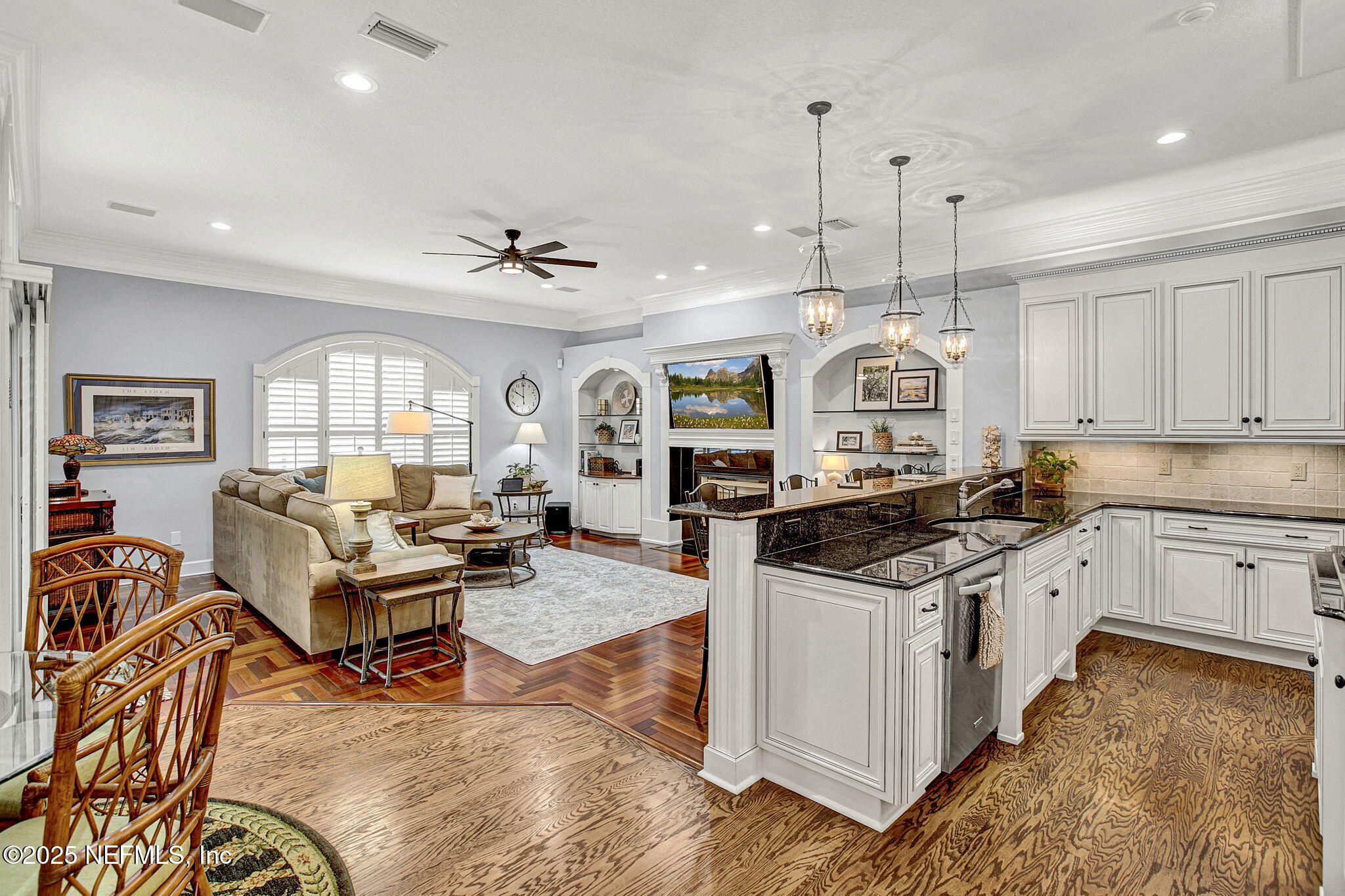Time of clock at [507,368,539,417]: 9:59
